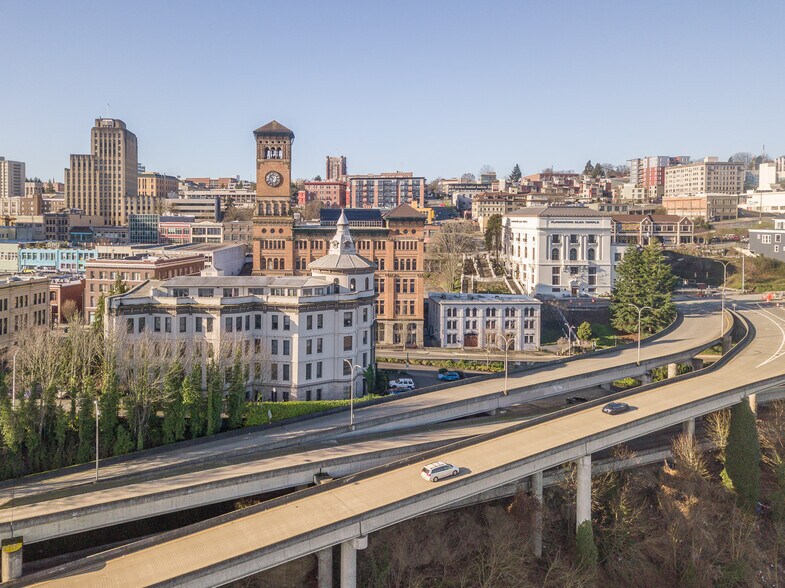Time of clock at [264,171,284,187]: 10:32
